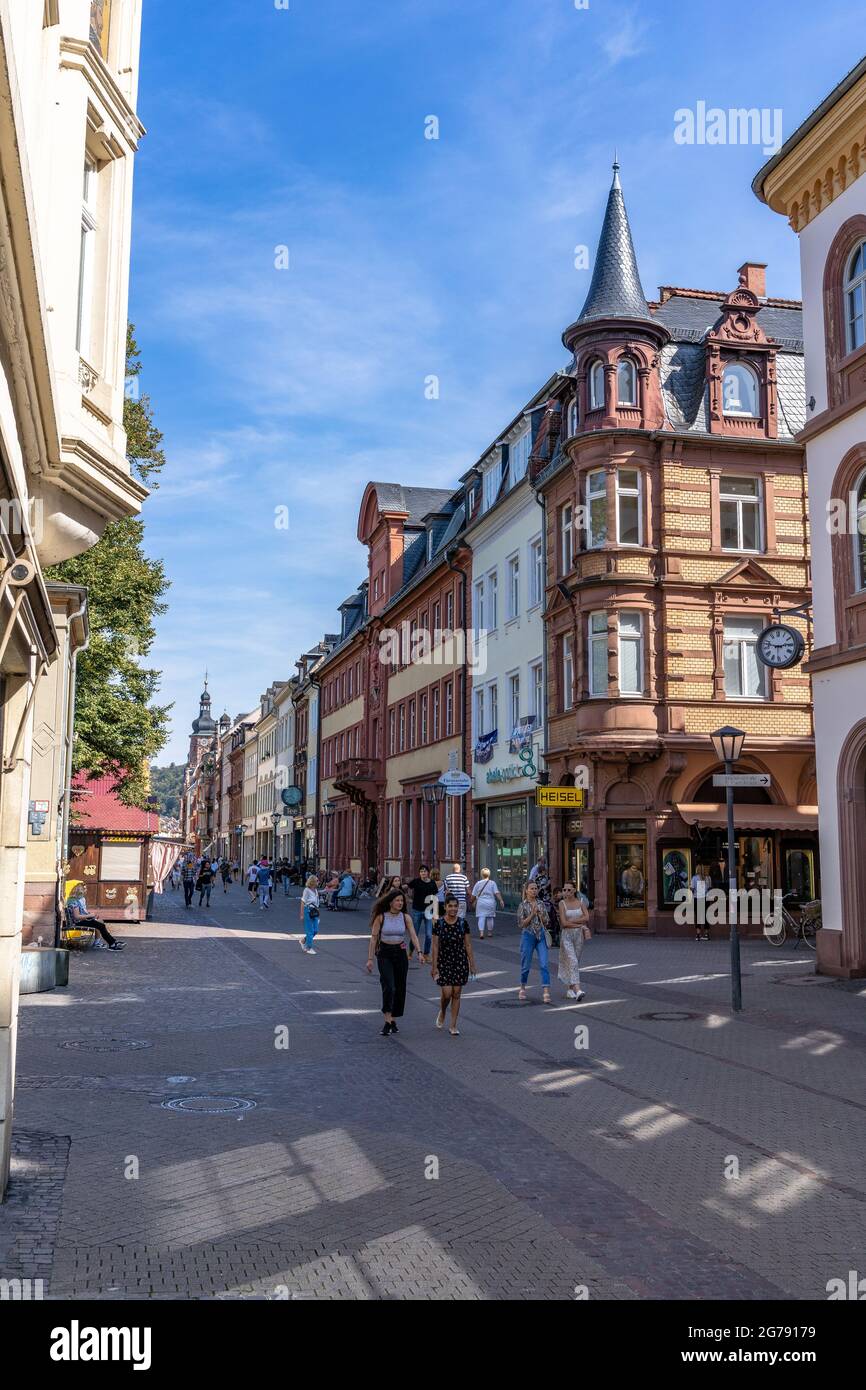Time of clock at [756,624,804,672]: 2:48
